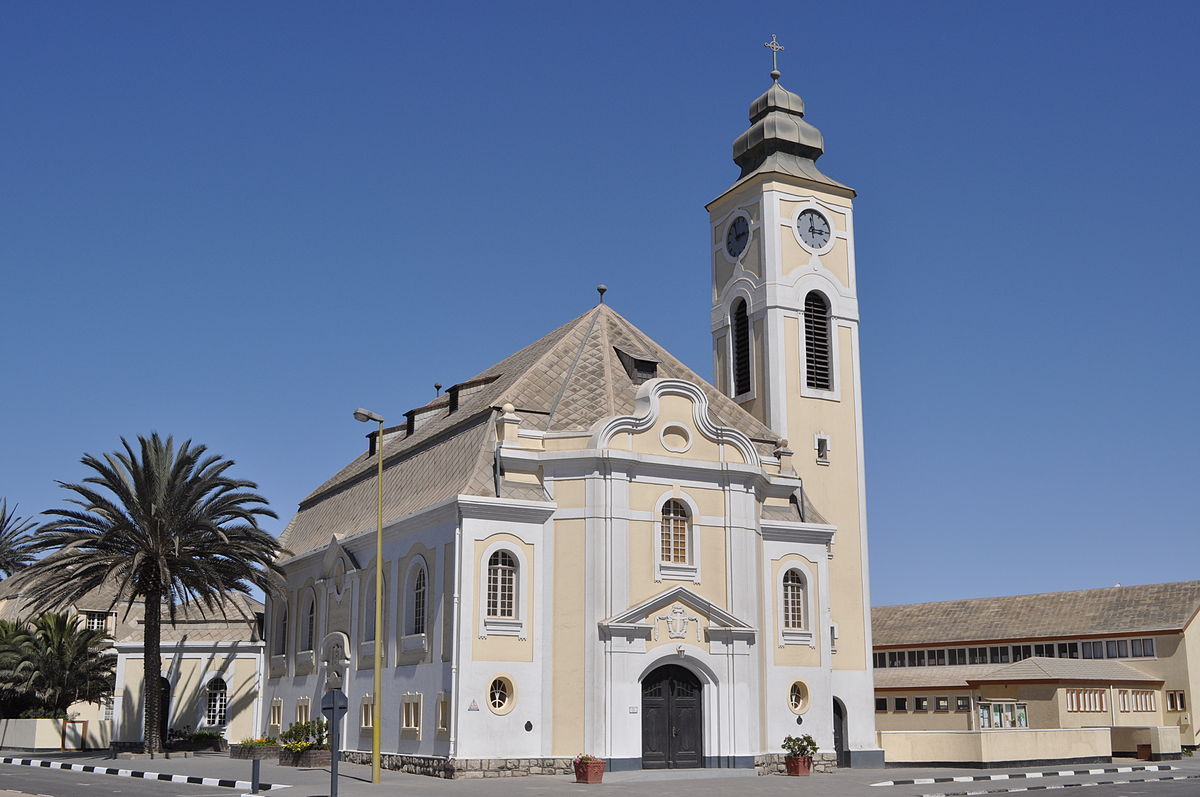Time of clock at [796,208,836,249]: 2:58
